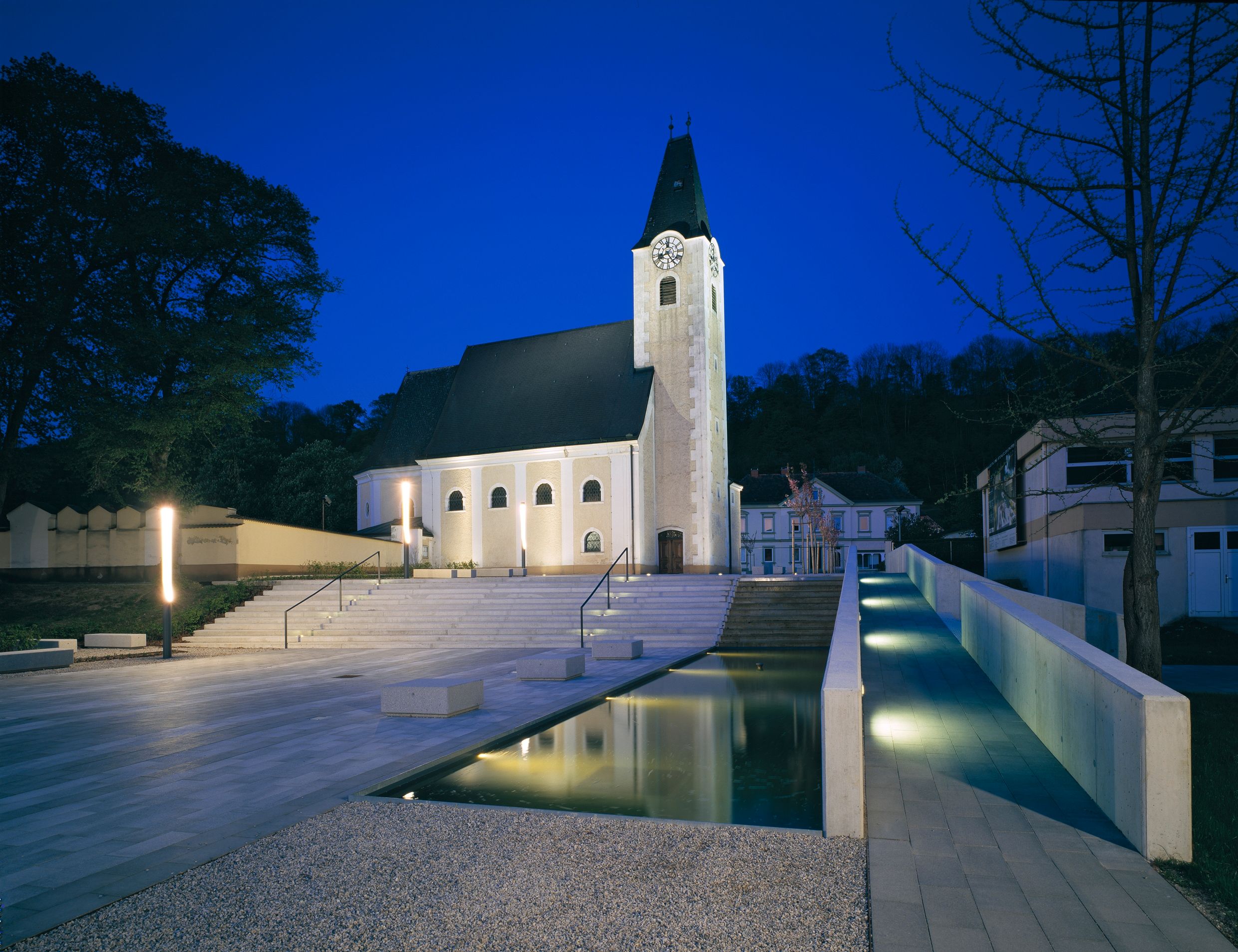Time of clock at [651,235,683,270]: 8:25
